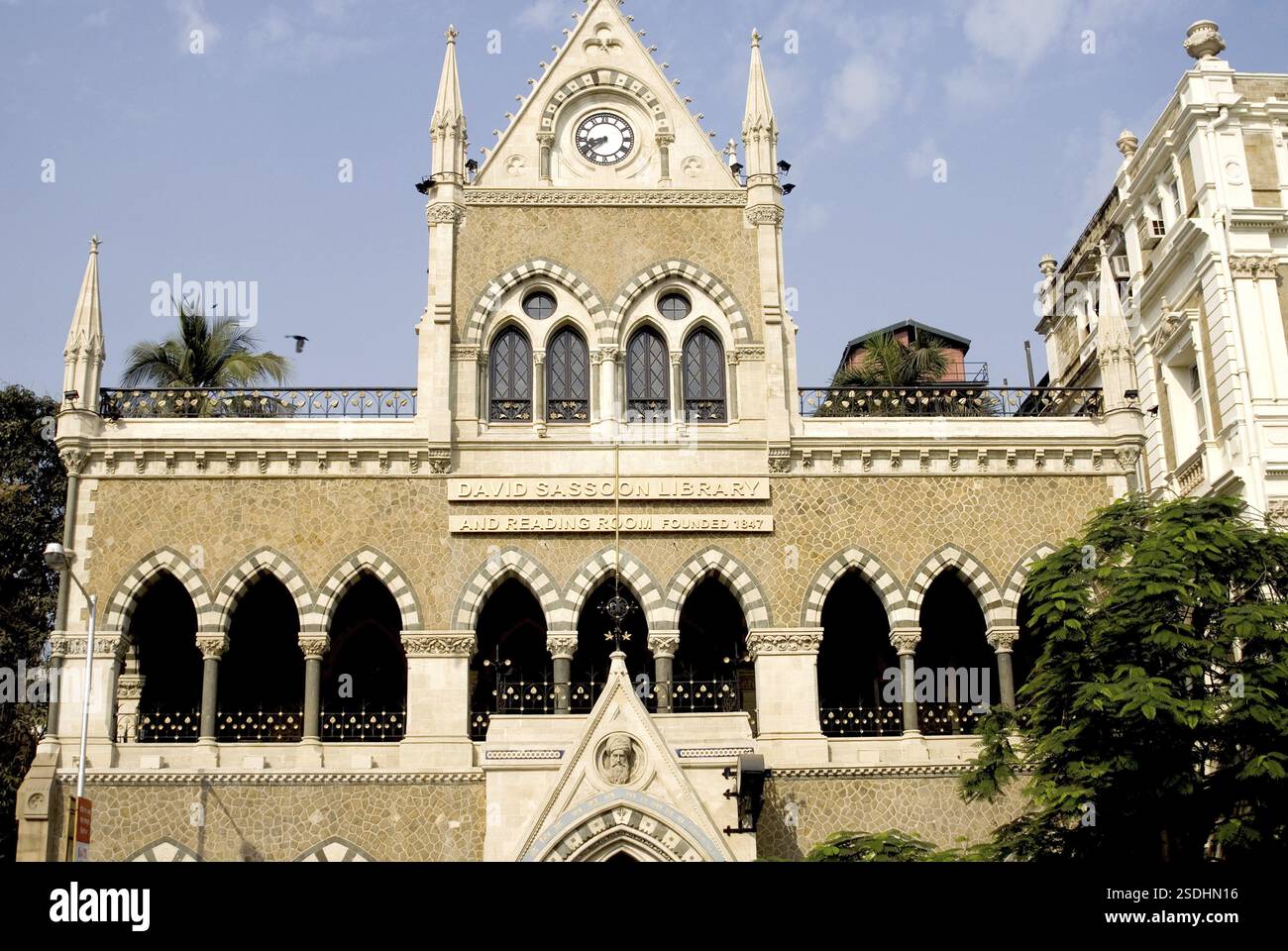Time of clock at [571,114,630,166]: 8:38
